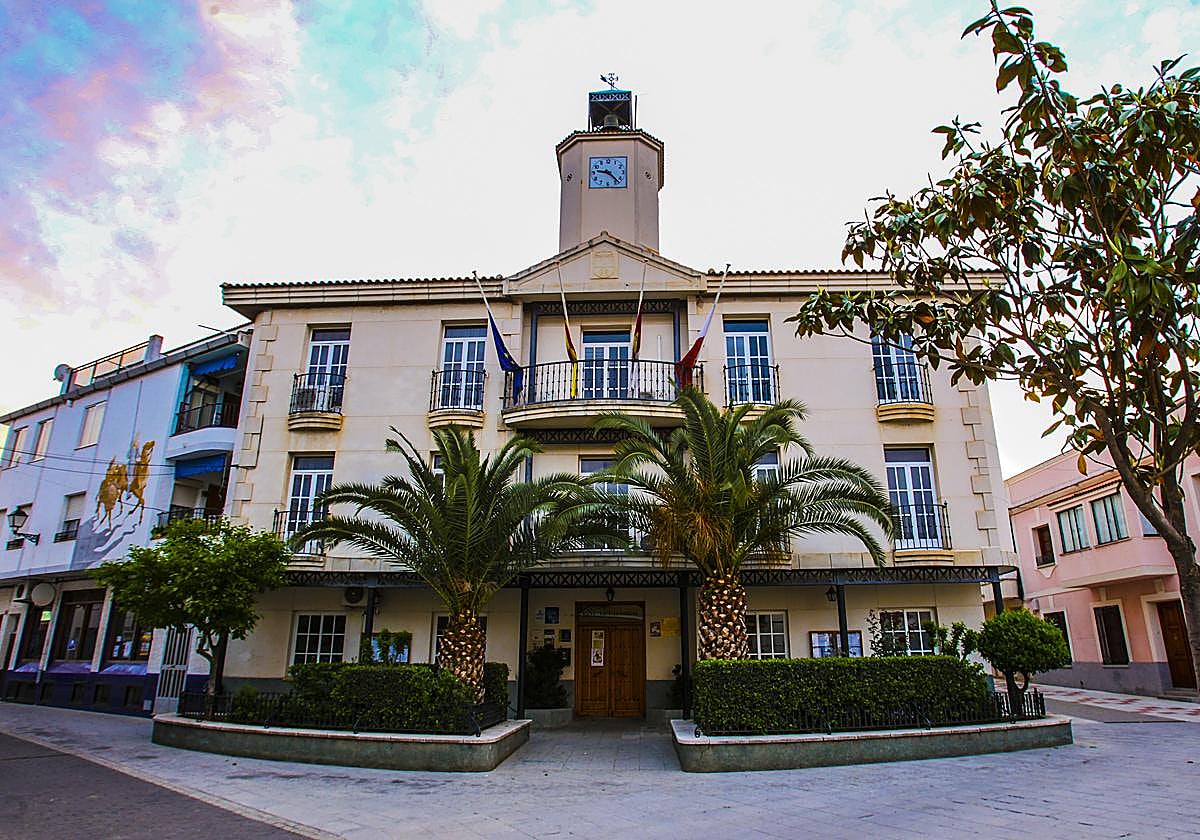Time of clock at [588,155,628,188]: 9:22
